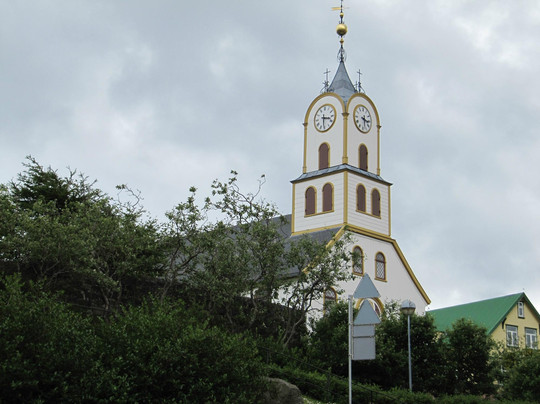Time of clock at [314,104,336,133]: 3:30
